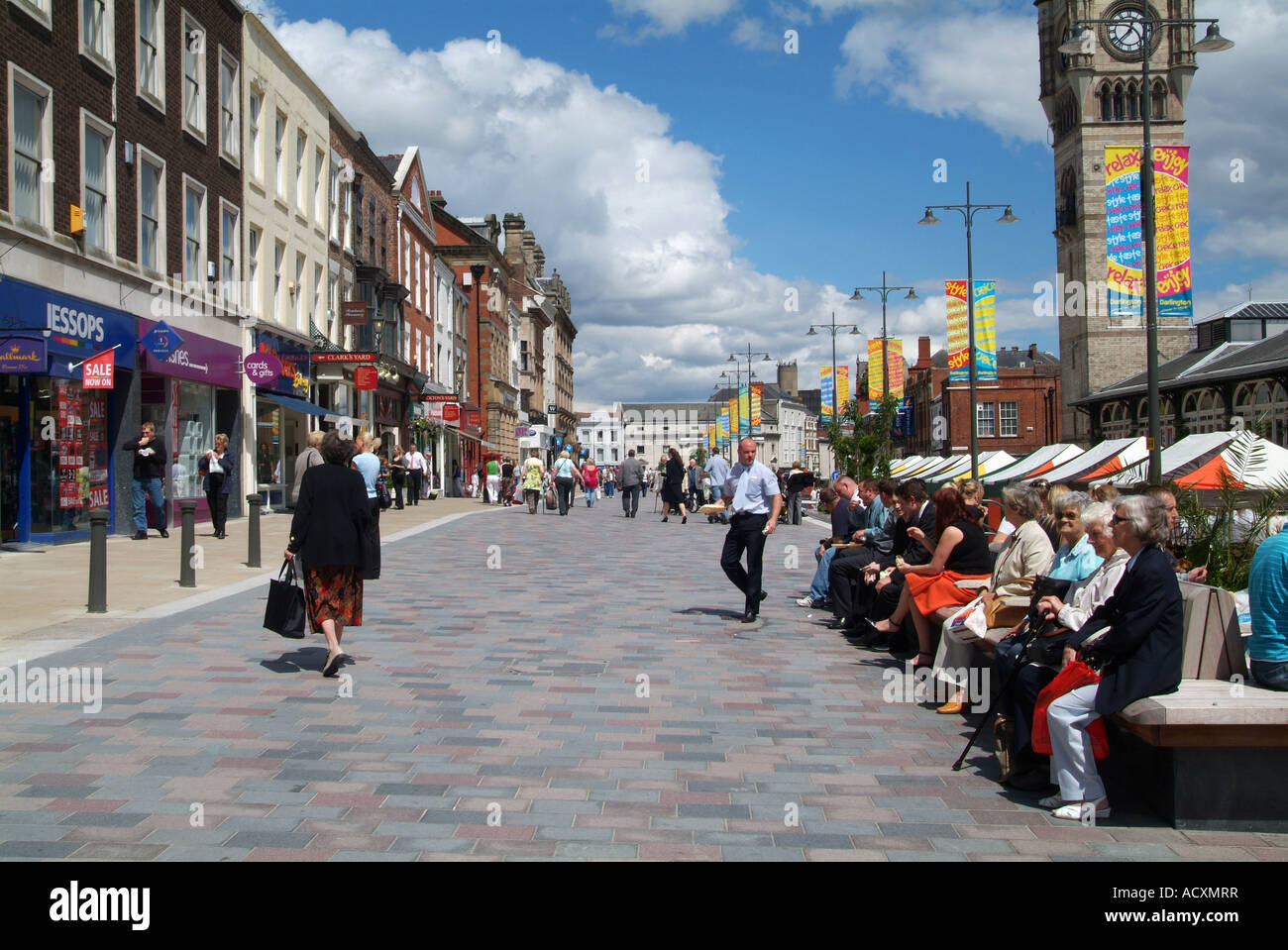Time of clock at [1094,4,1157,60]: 12:37
